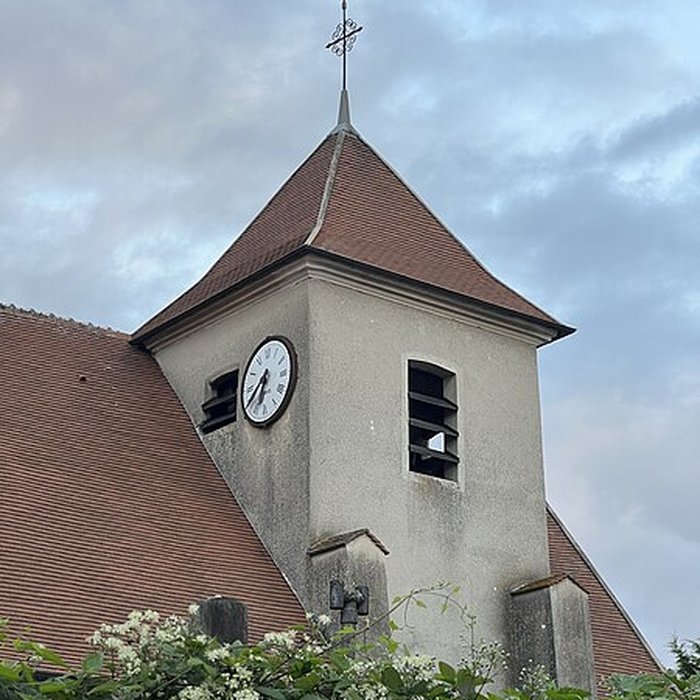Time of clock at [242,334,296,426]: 6:38
